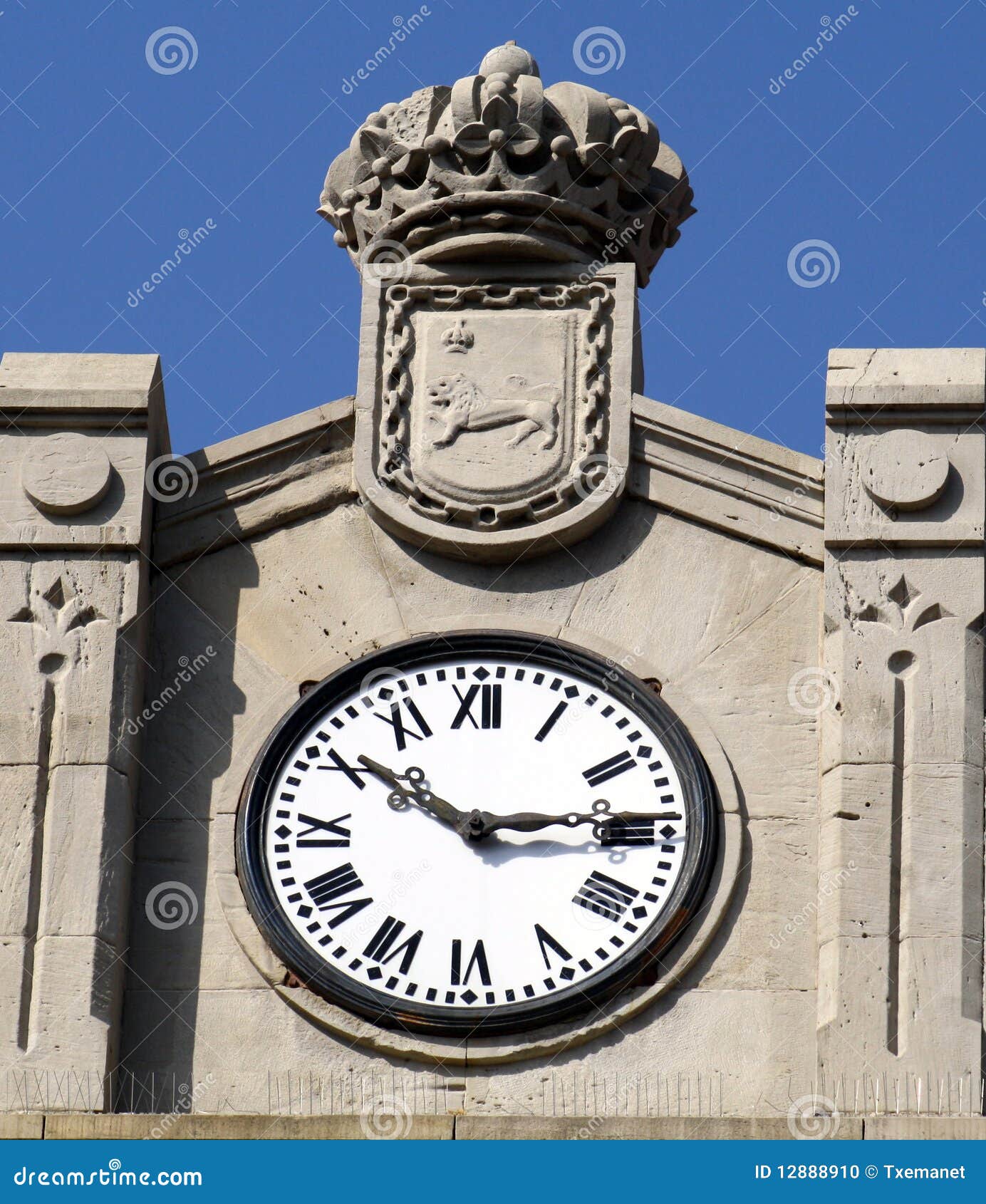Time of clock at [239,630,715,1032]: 2:50
